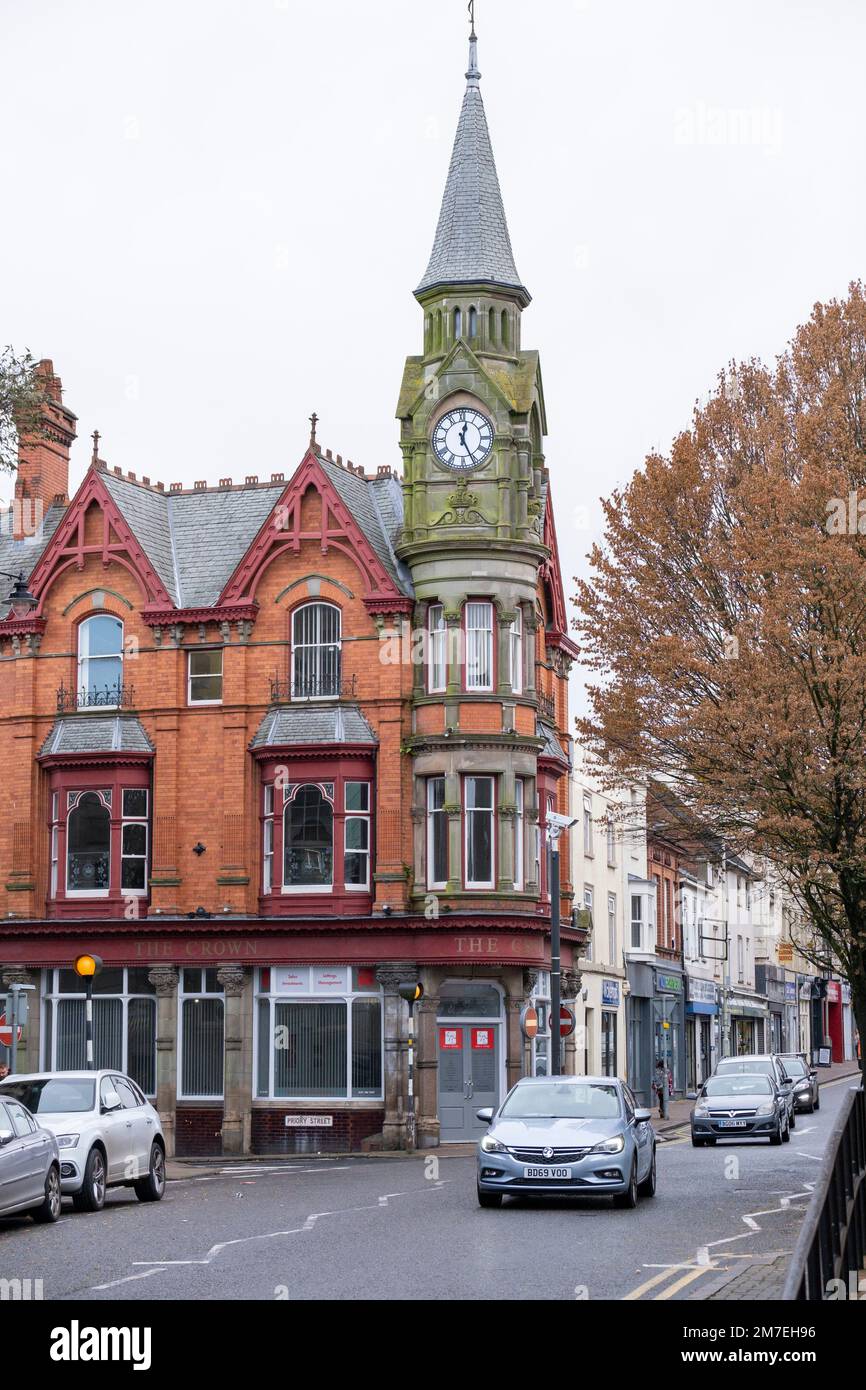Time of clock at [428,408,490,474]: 12:25
